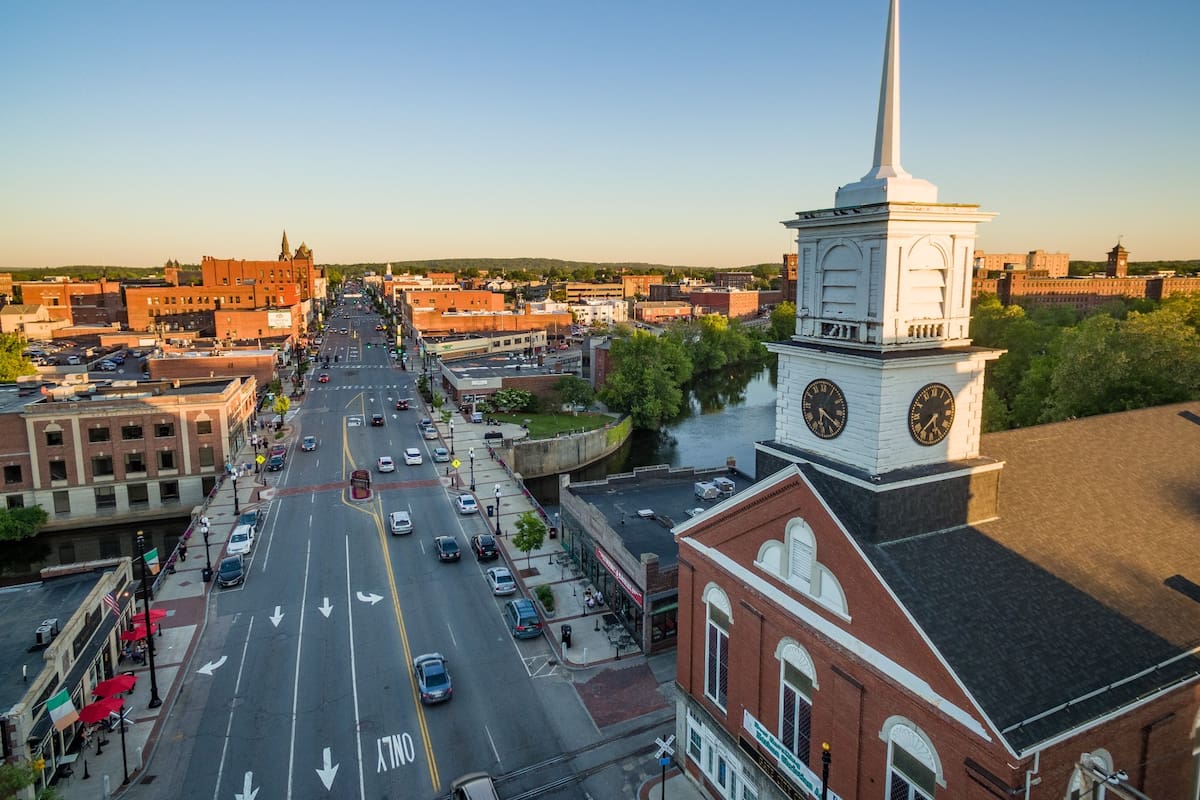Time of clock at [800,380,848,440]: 6:20
